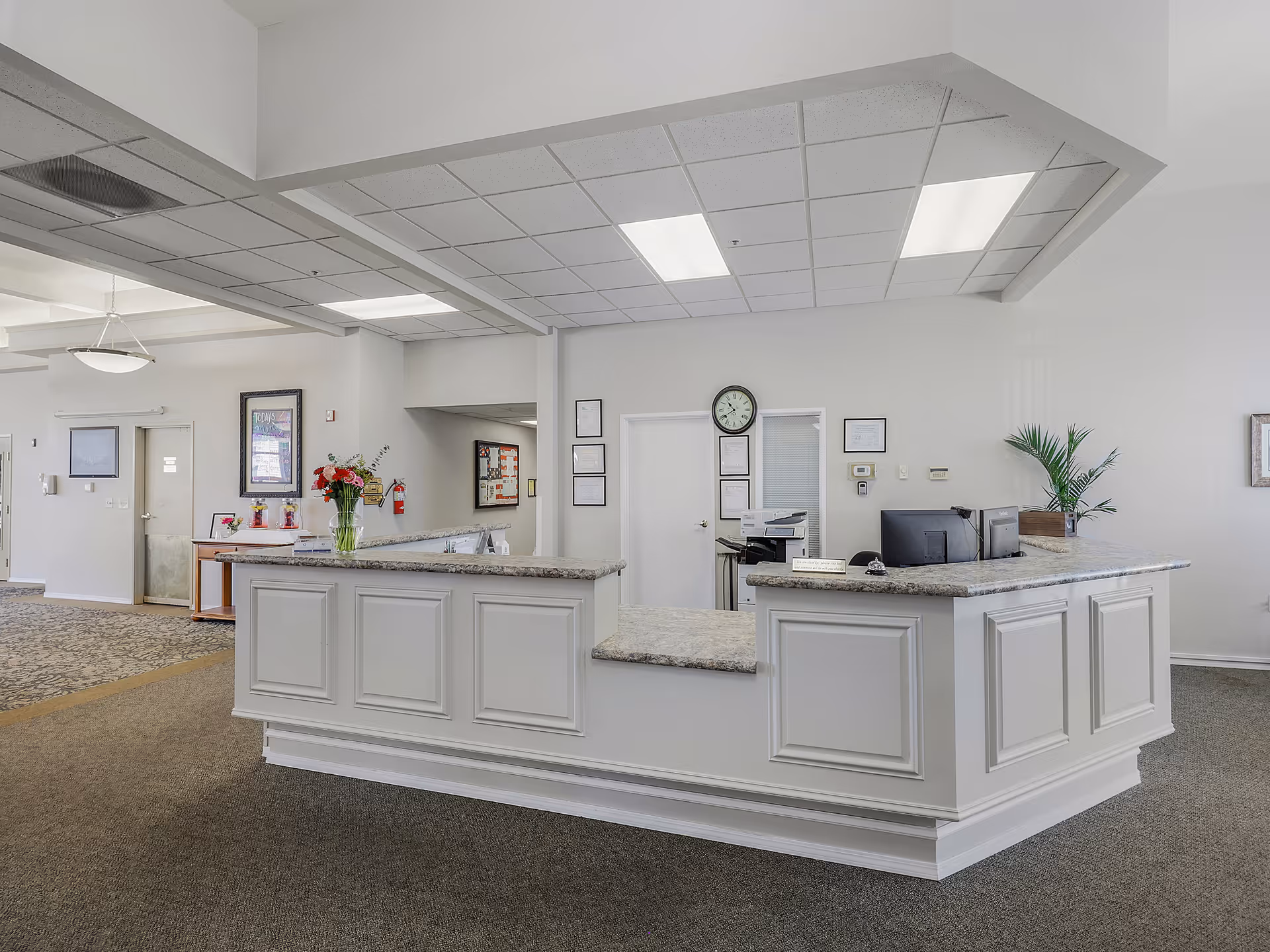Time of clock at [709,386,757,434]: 10:39
